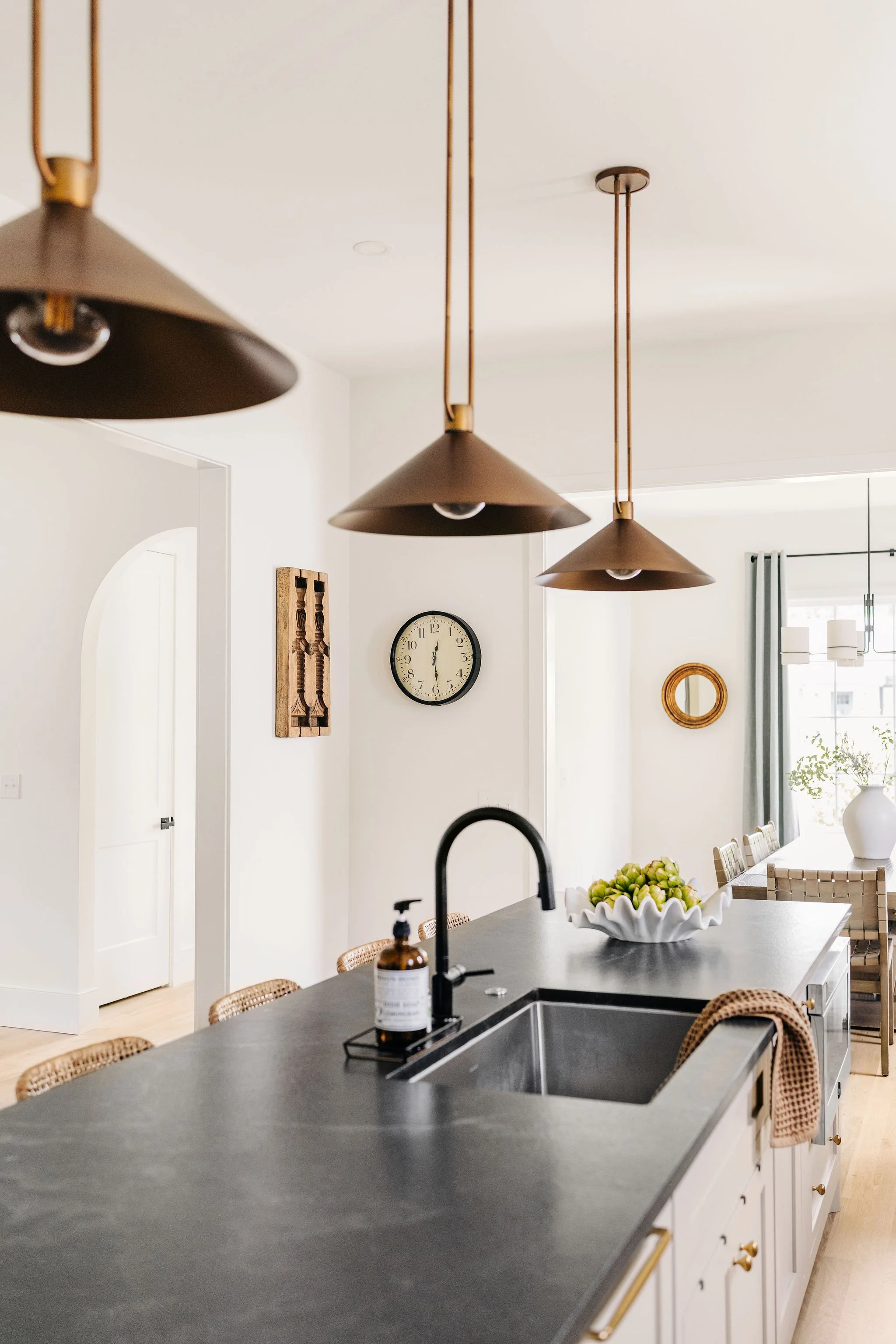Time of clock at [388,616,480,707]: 12:28
